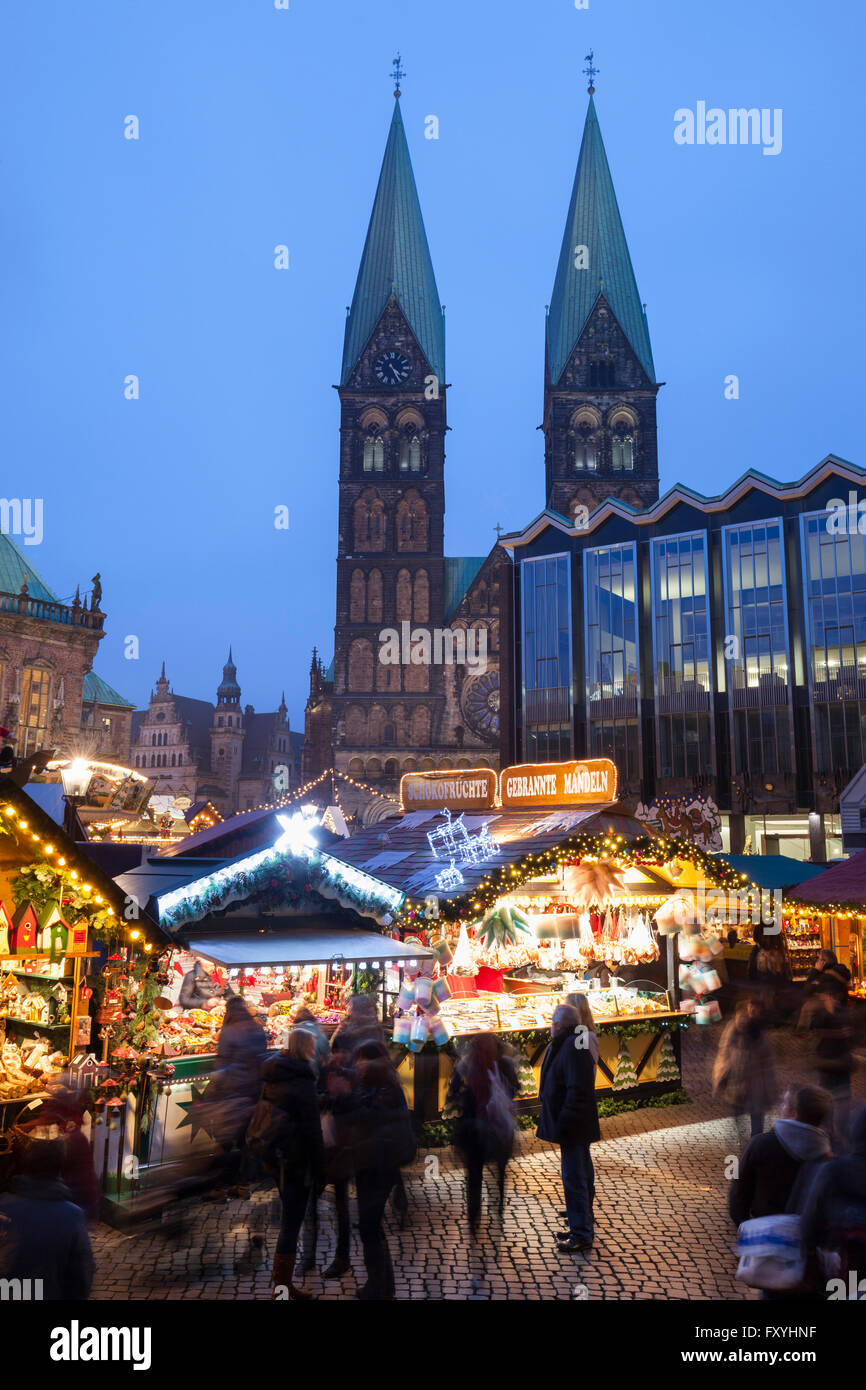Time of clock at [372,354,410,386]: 4:25
